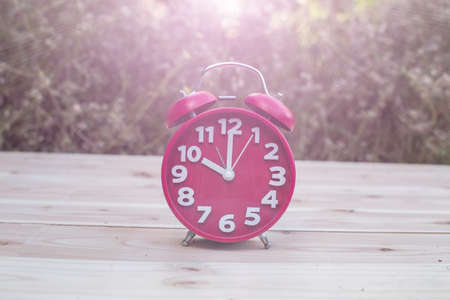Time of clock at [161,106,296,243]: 10:00
